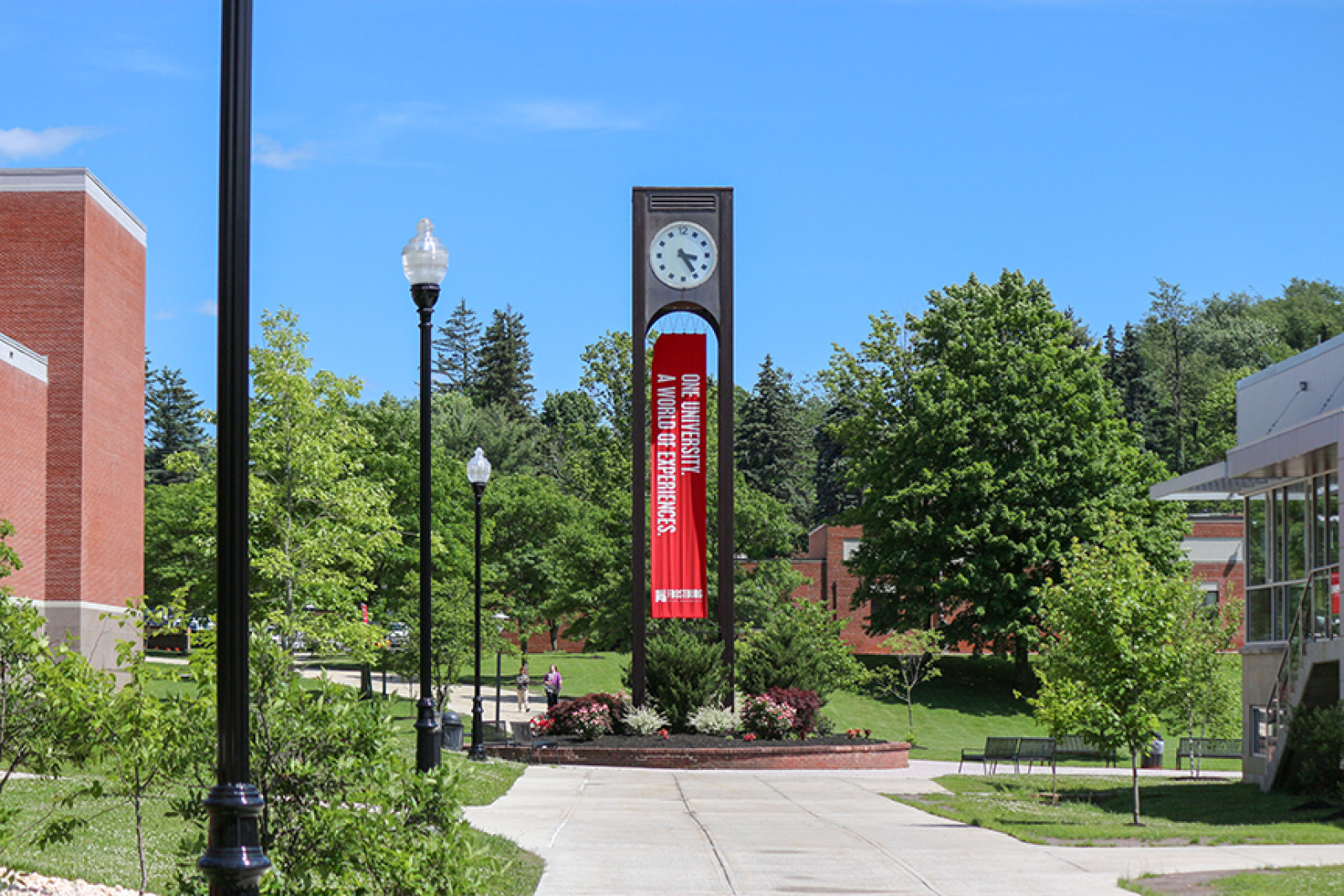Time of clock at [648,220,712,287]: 3:24
